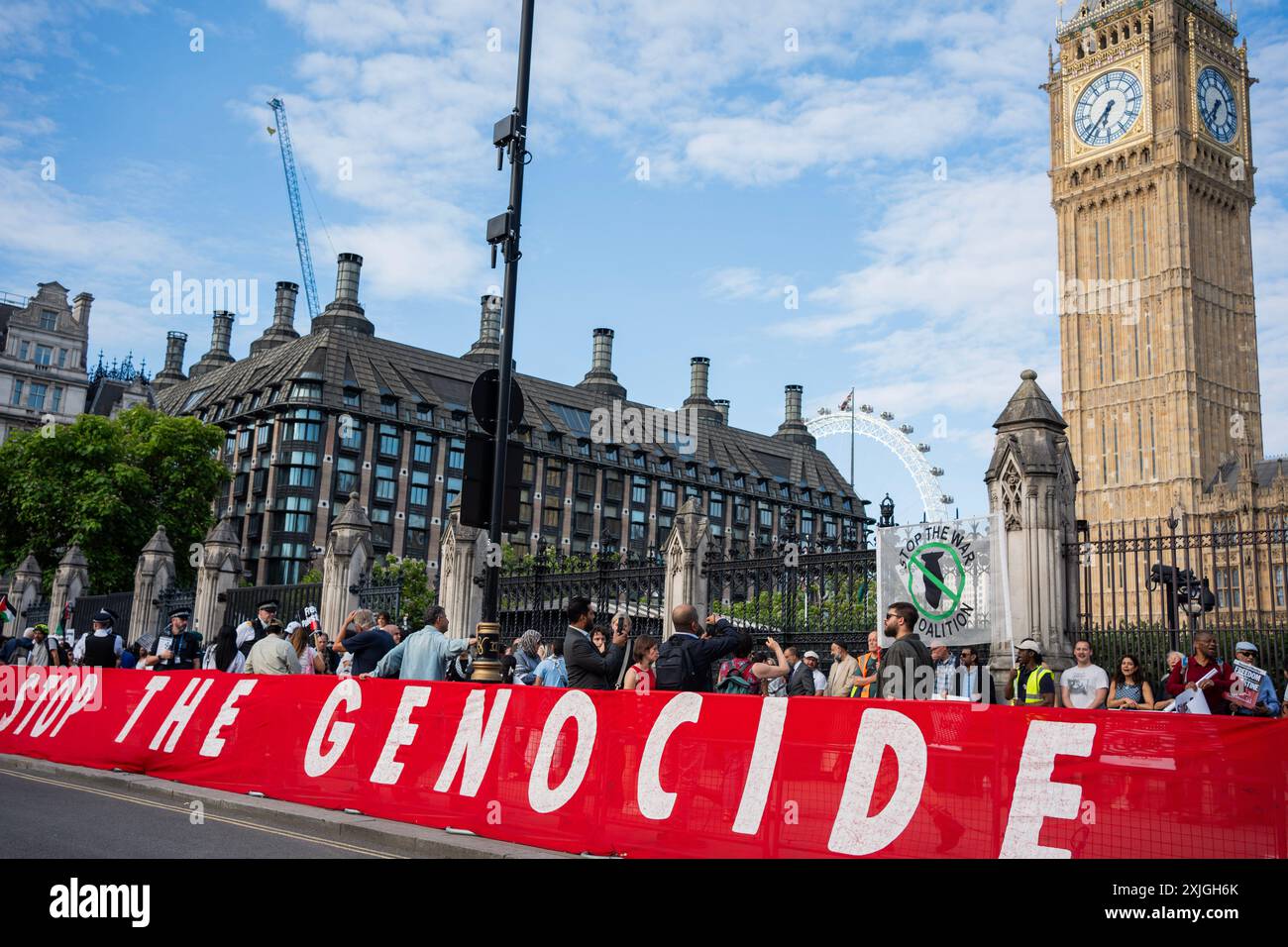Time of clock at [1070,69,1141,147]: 6:37
